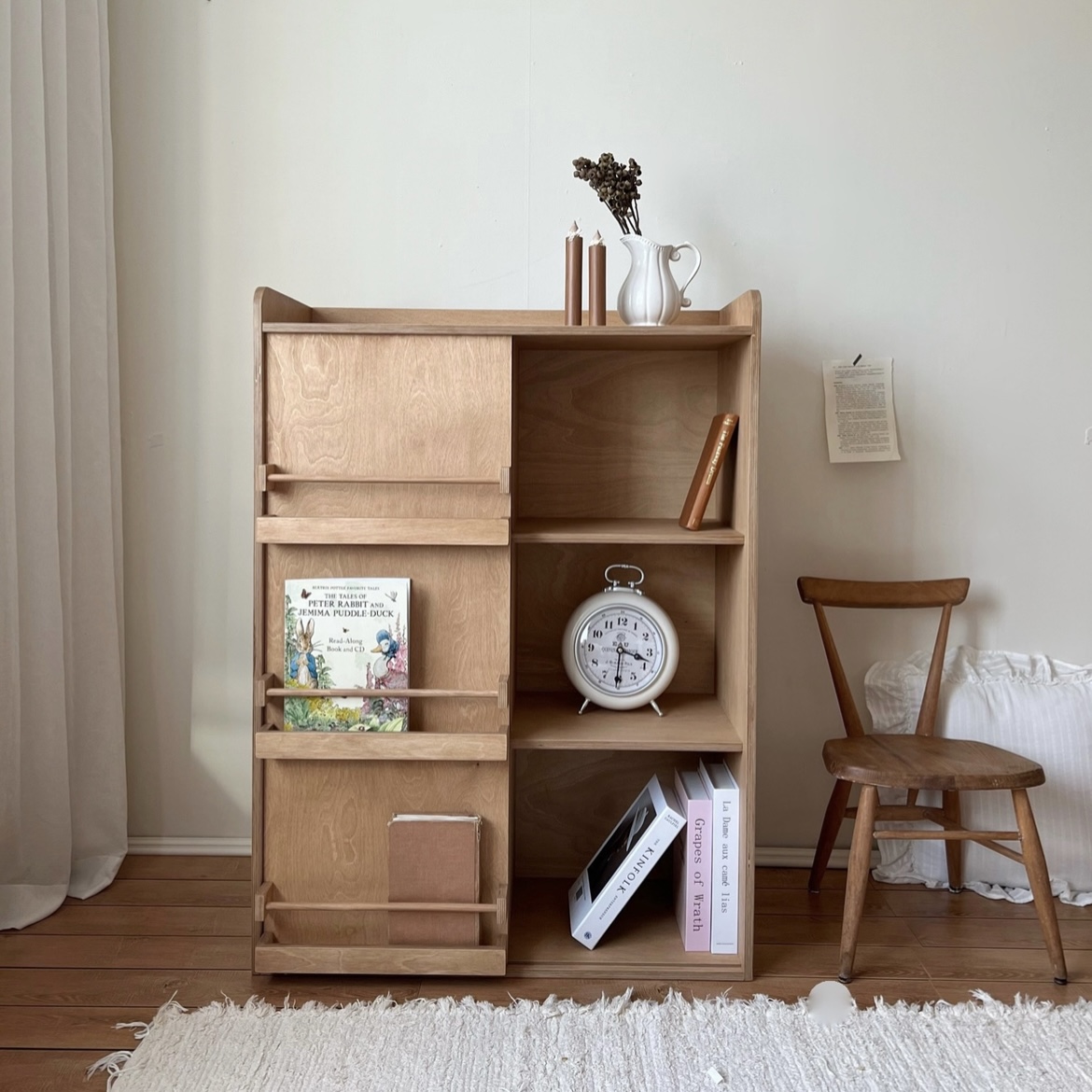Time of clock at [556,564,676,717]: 3:30
